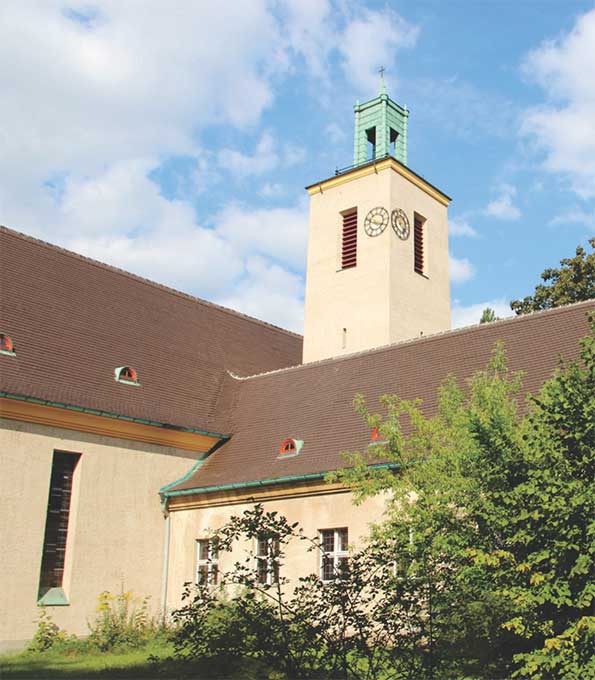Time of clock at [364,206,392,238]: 3:48
